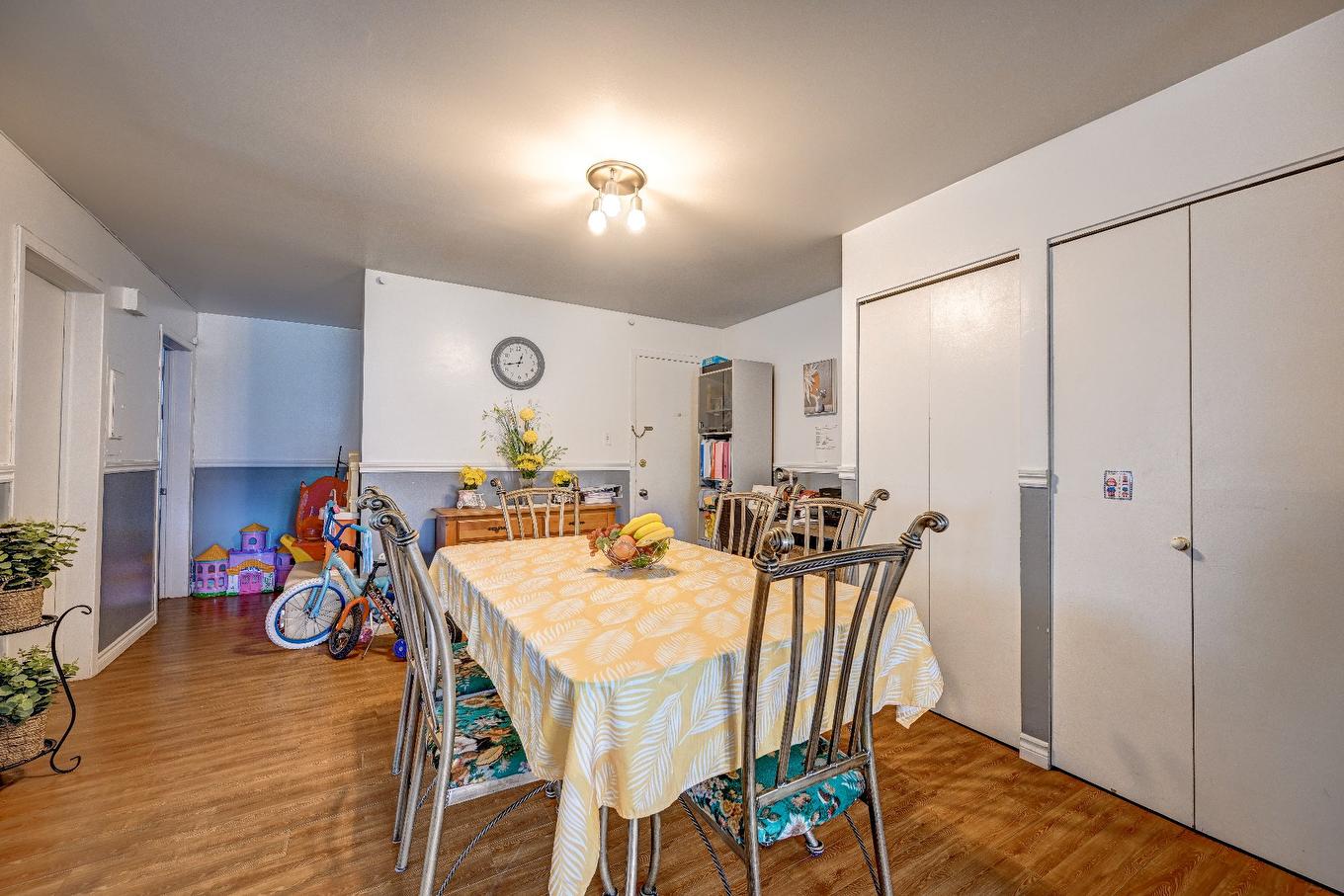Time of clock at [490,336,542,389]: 12:43
